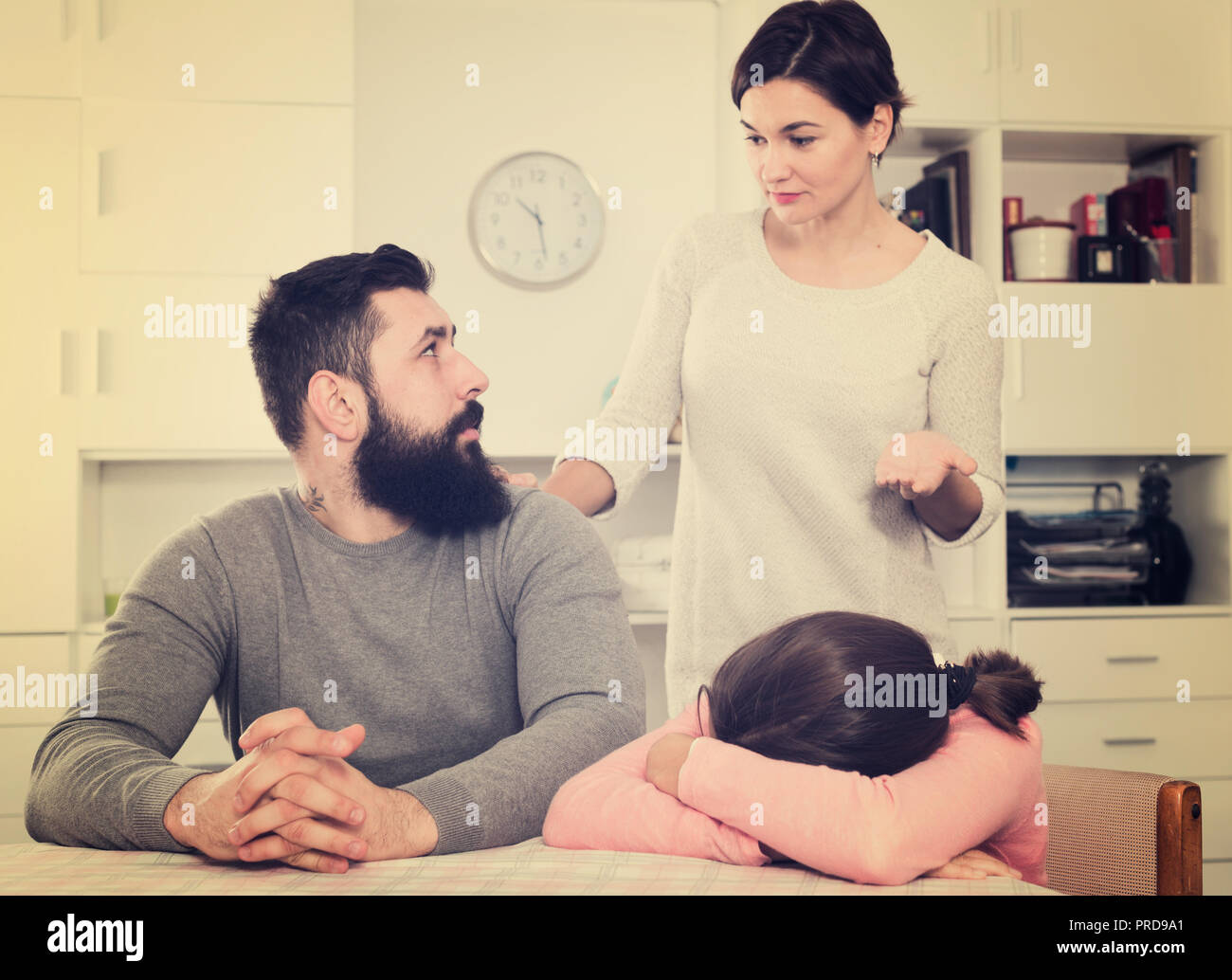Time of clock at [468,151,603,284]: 10:28
